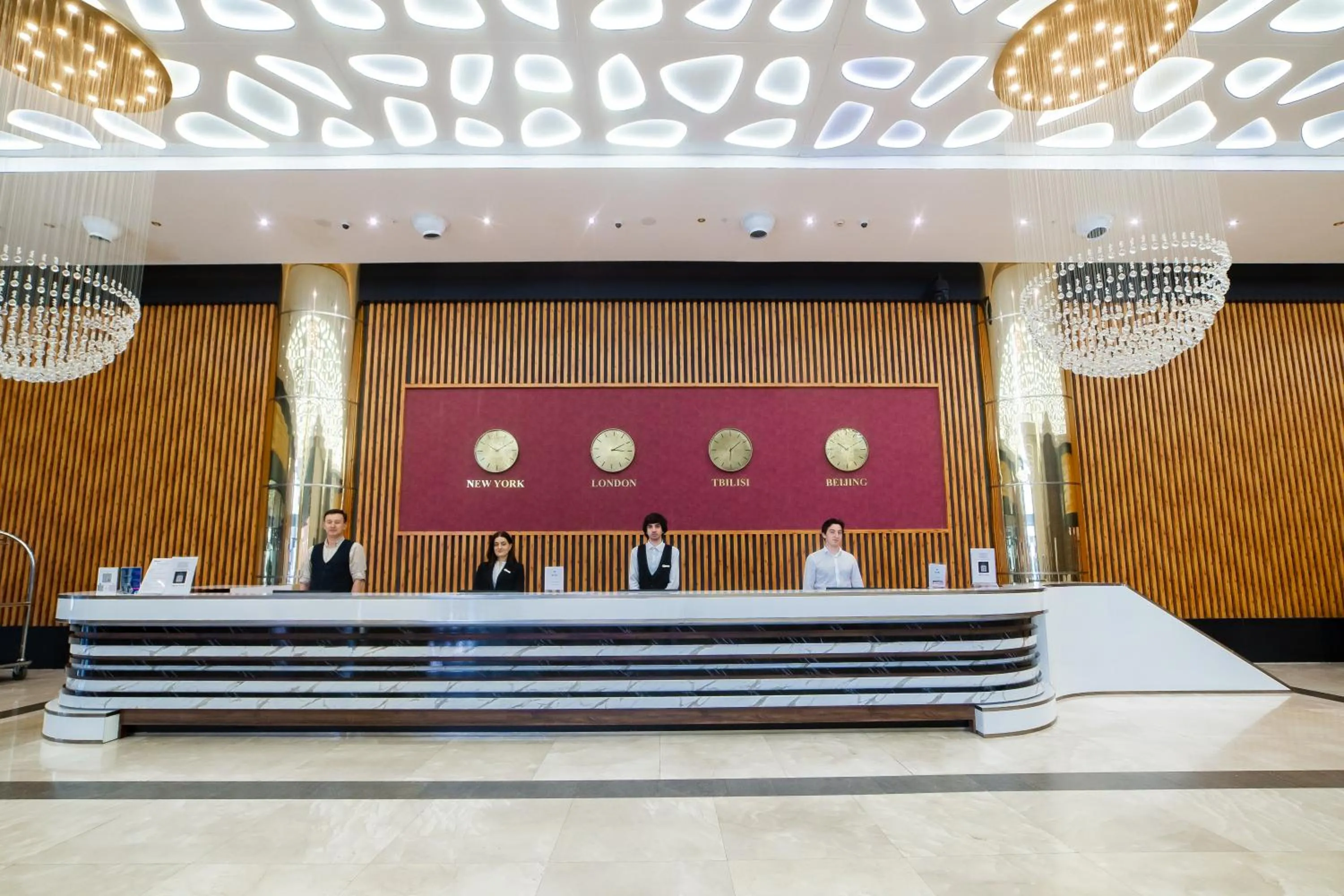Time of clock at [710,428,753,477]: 6:08
